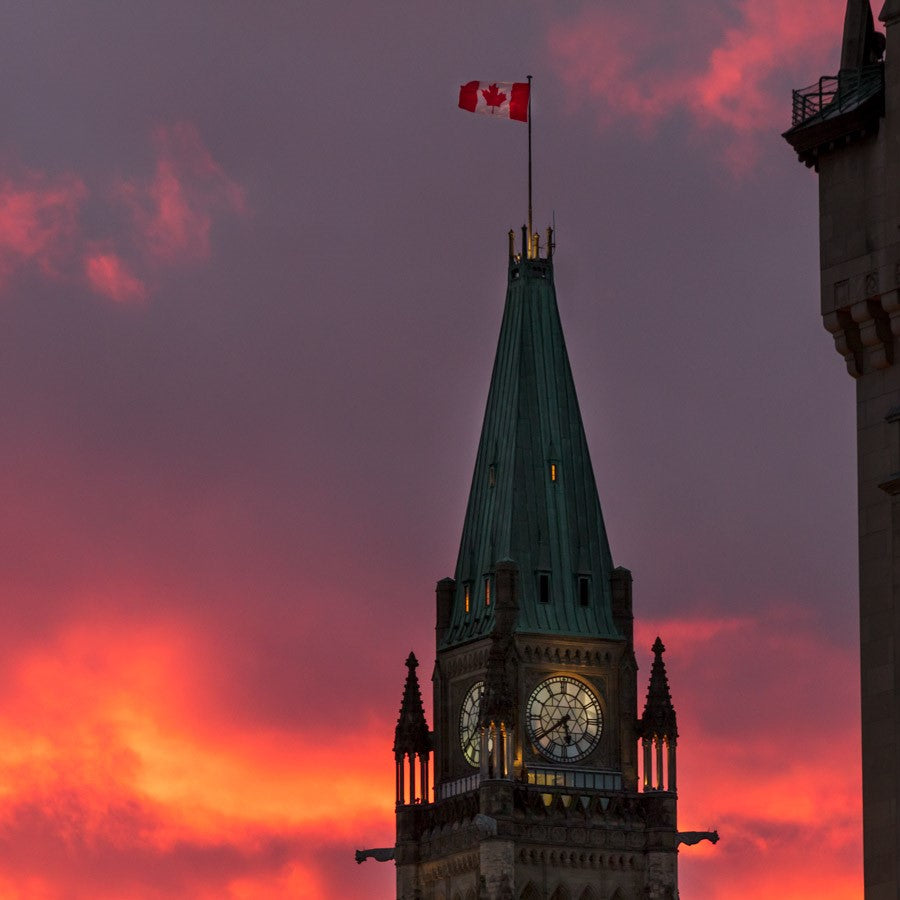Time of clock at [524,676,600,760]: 5:38
